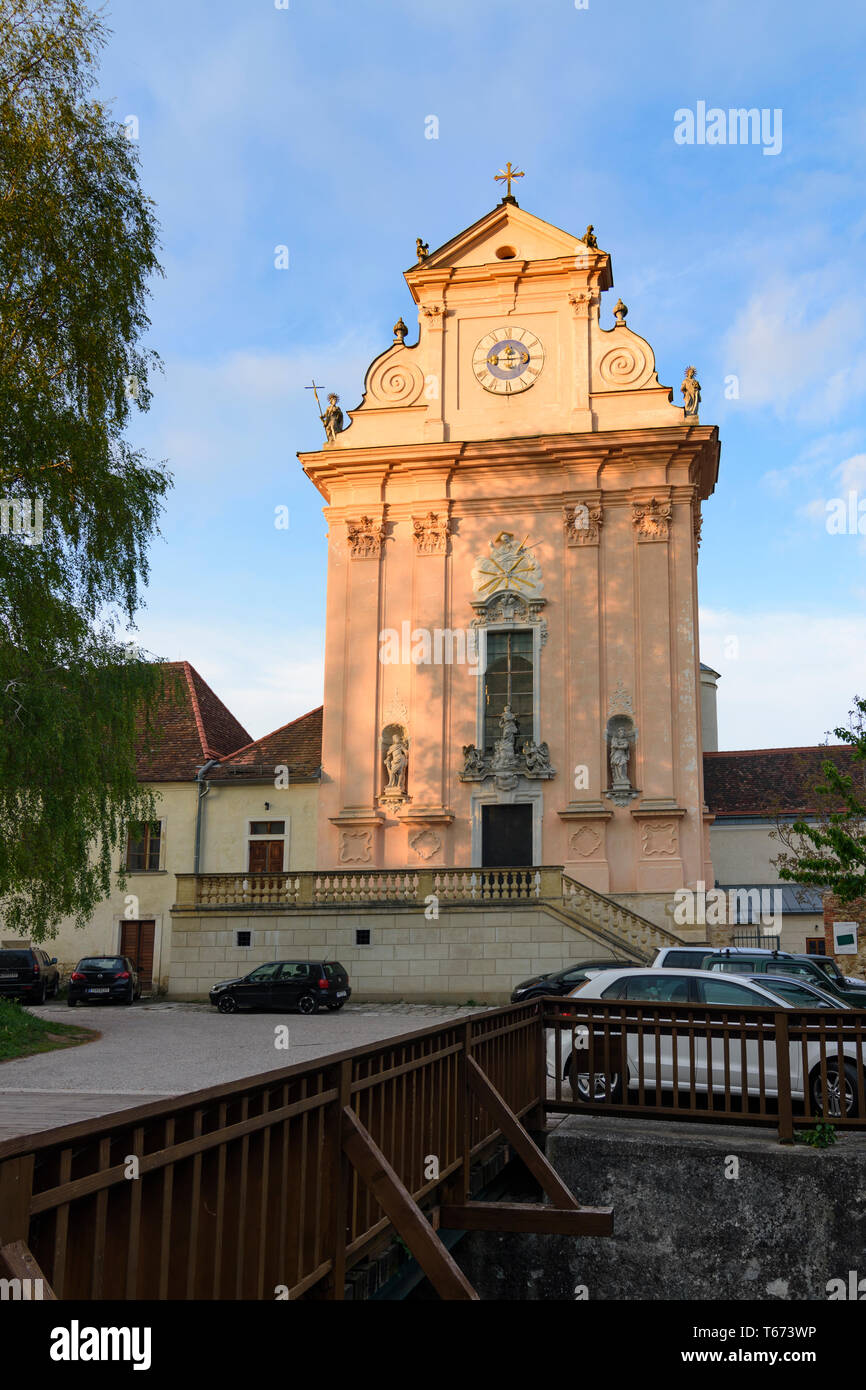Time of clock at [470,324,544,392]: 12:14
